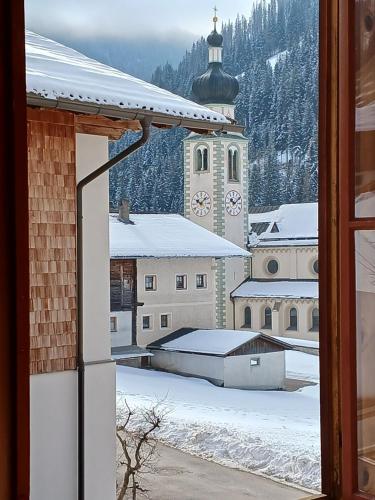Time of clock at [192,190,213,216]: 10:07
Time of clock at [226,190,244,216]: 10:07
